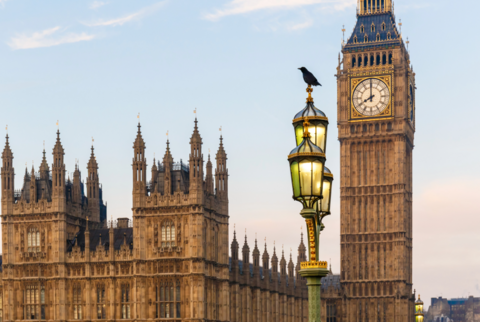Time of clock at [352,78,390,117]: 7:59
